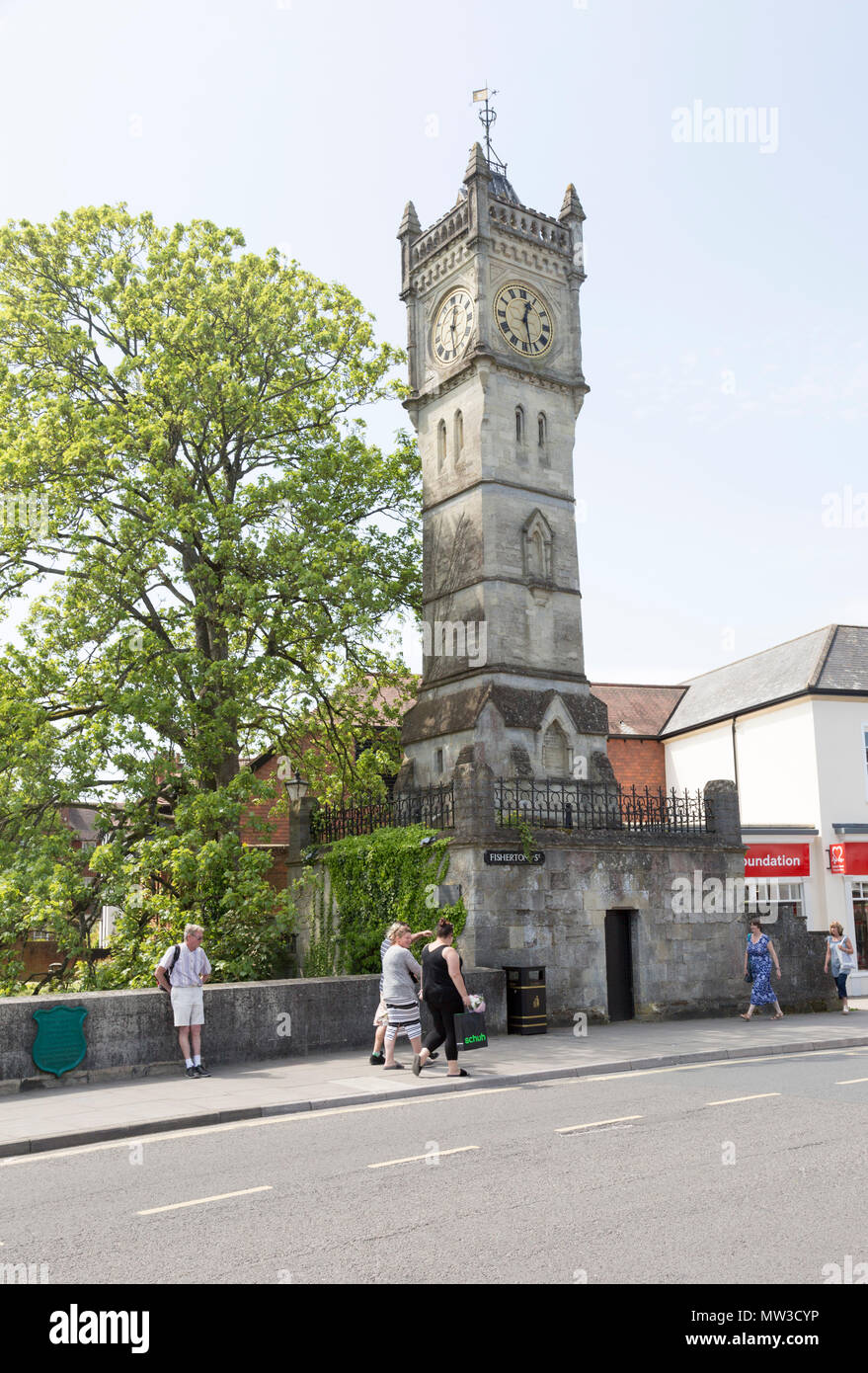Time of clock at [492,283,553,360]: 12:27
